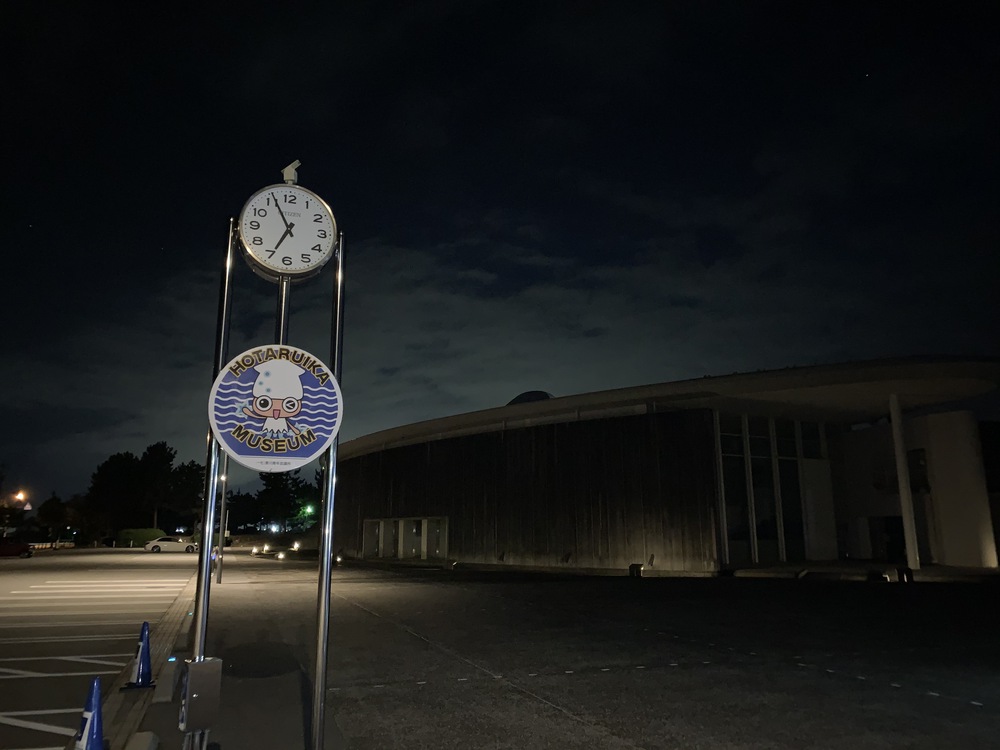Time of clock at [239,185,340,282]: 6:55
